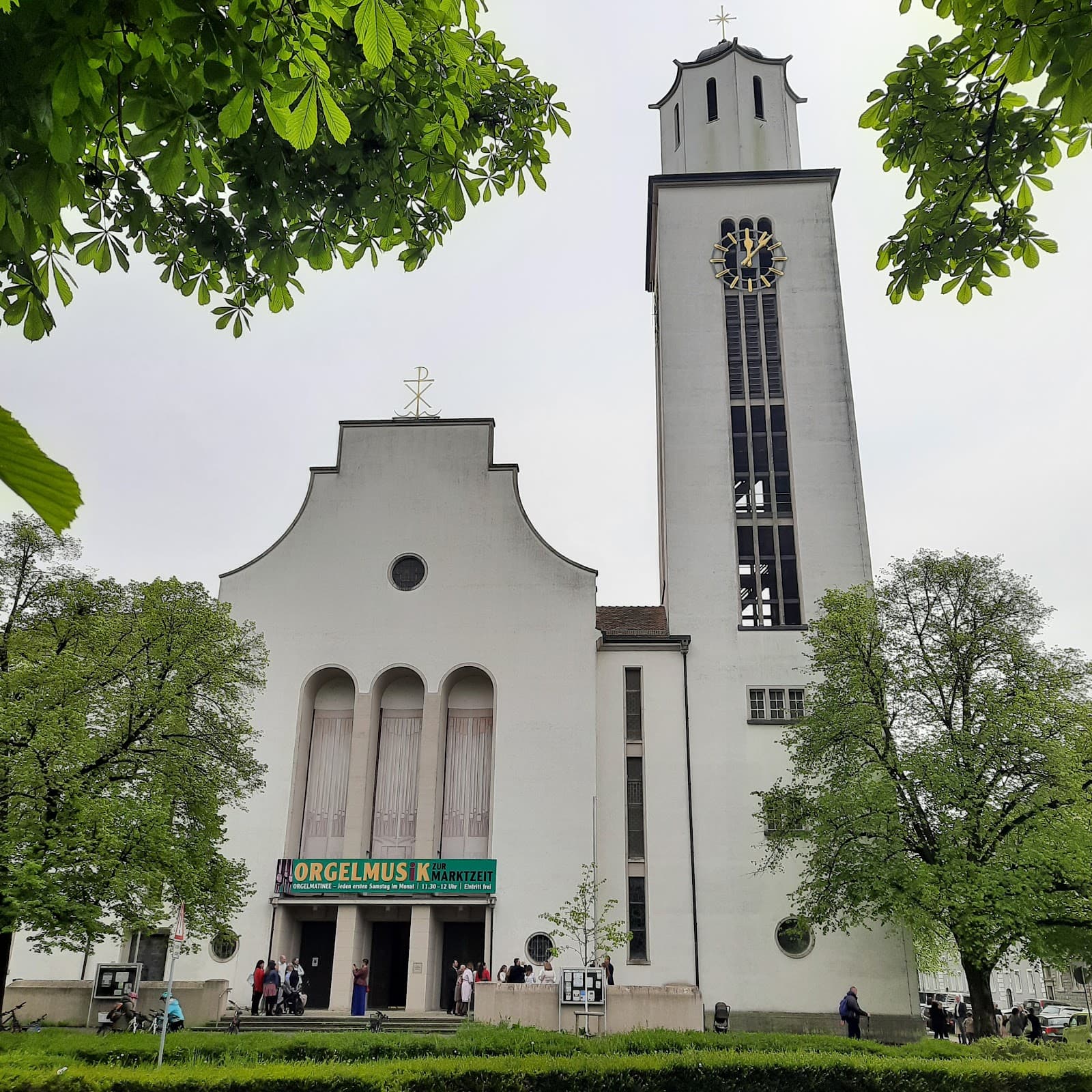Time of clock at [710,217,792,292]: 12:07
